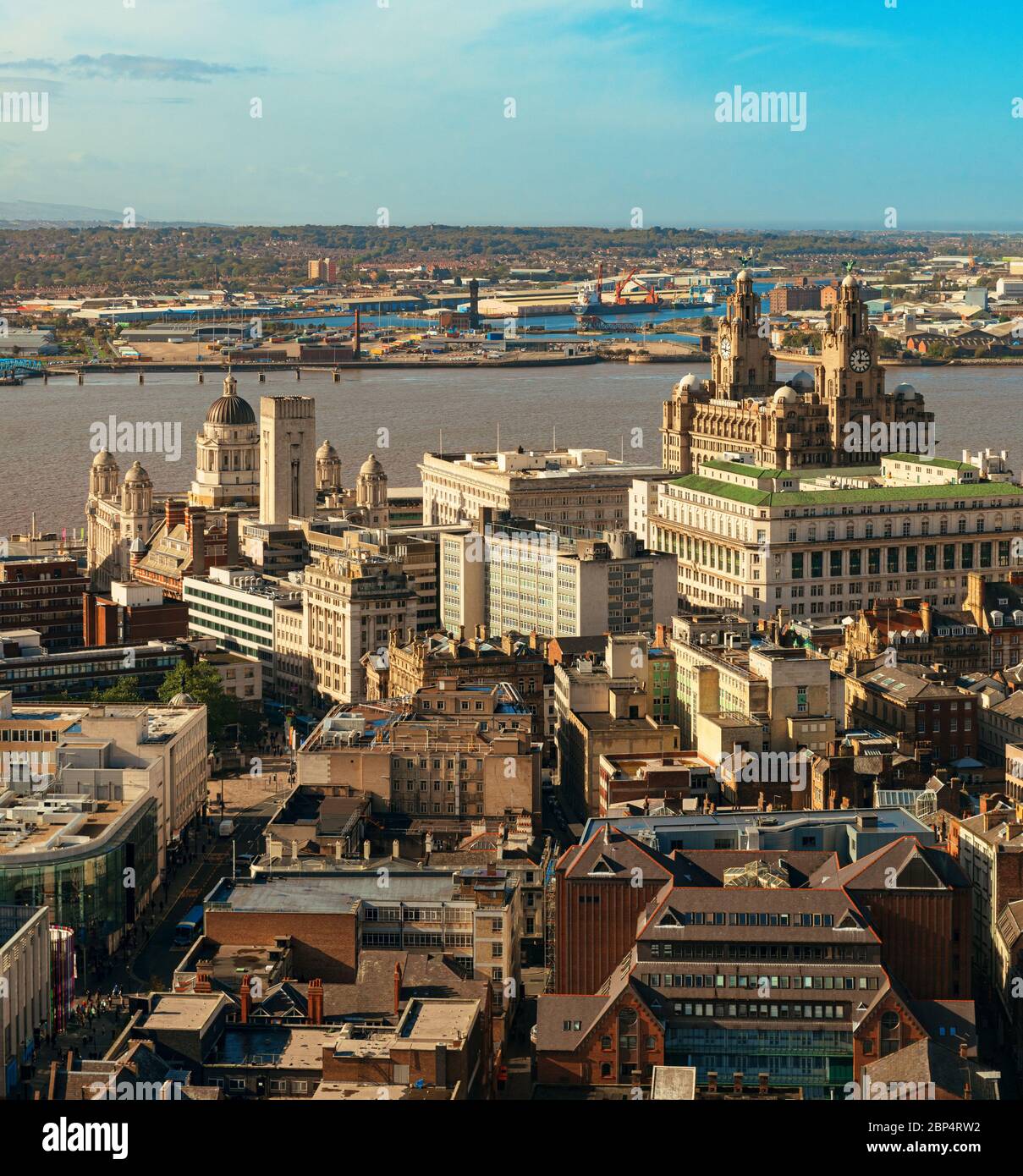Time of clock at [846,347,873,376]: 12:15
